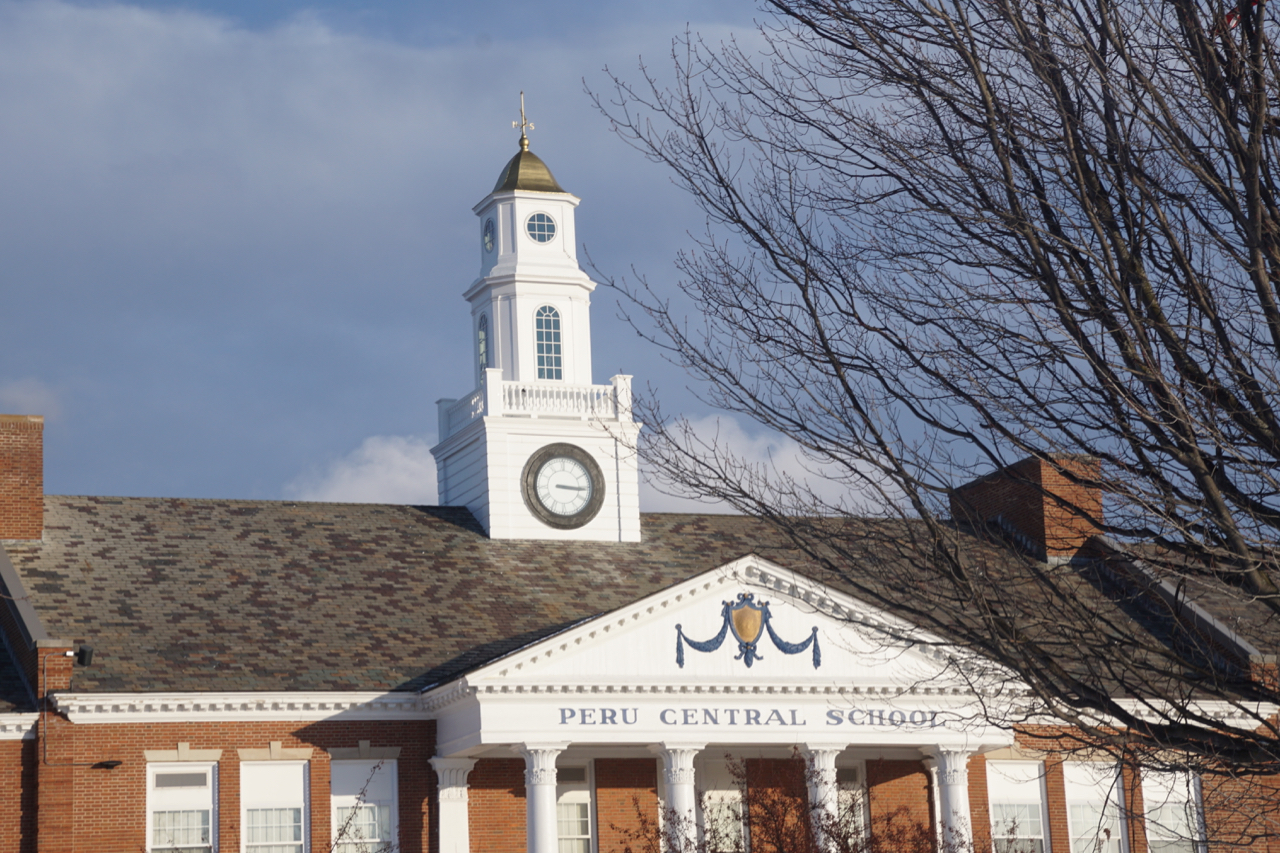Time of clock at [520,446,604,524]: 3:15
